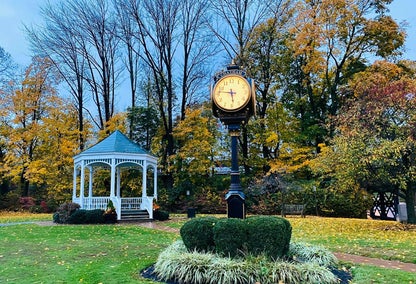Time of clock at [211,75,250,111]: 5:46
